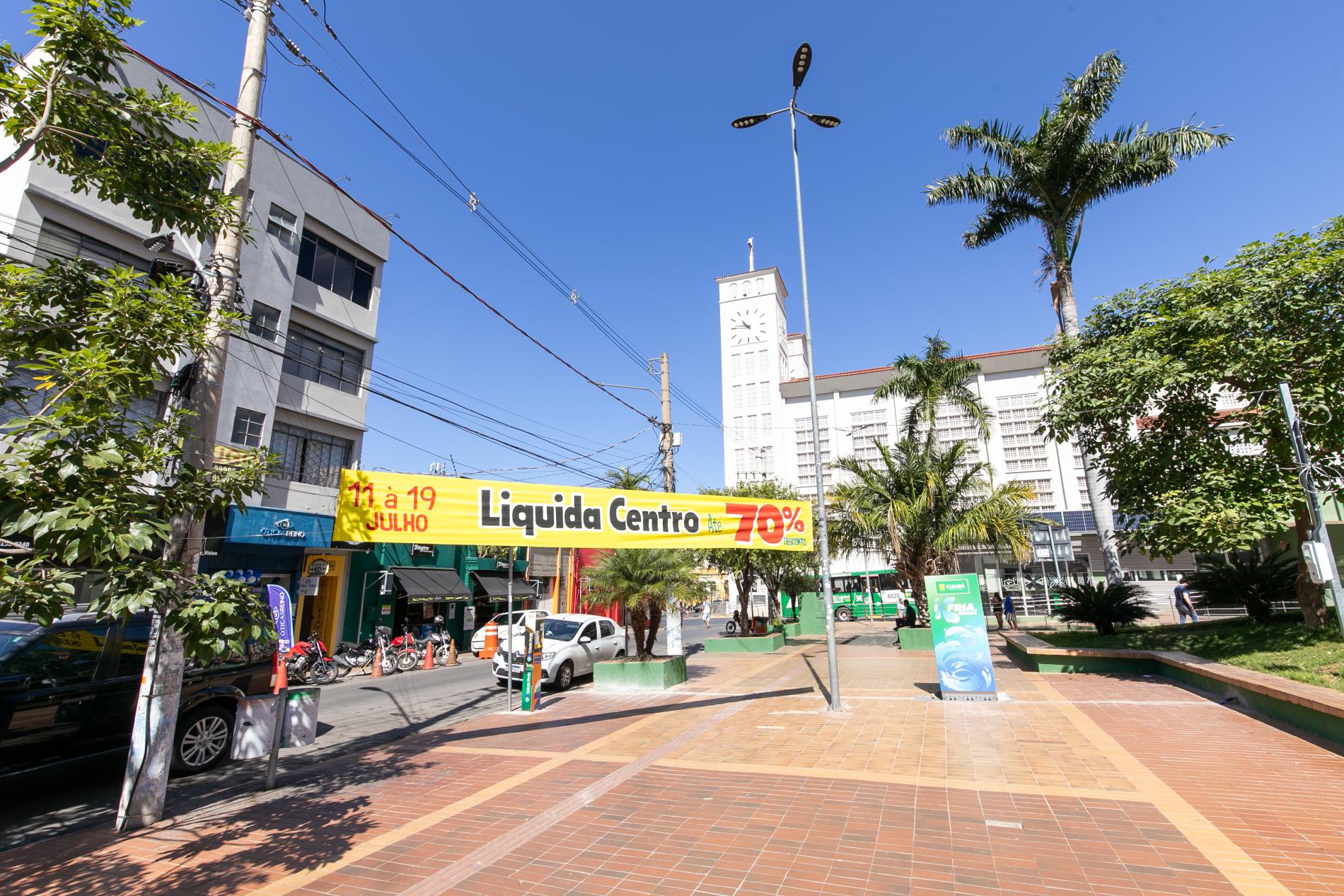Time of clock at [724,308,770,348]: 10:45
